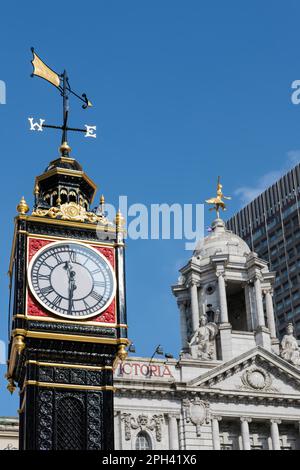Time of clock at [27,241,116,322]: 11:30
